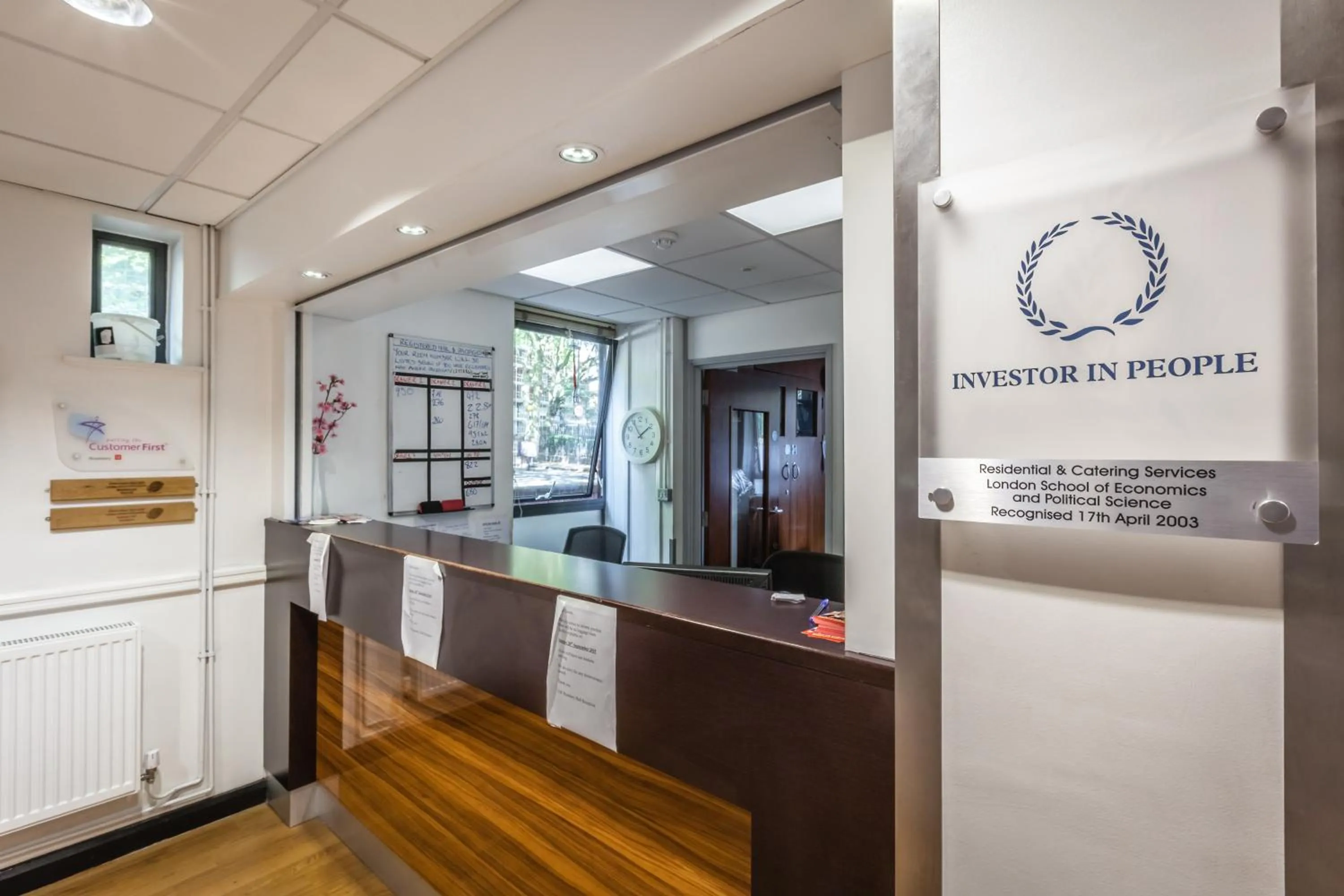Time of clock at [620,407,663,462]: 1:54
